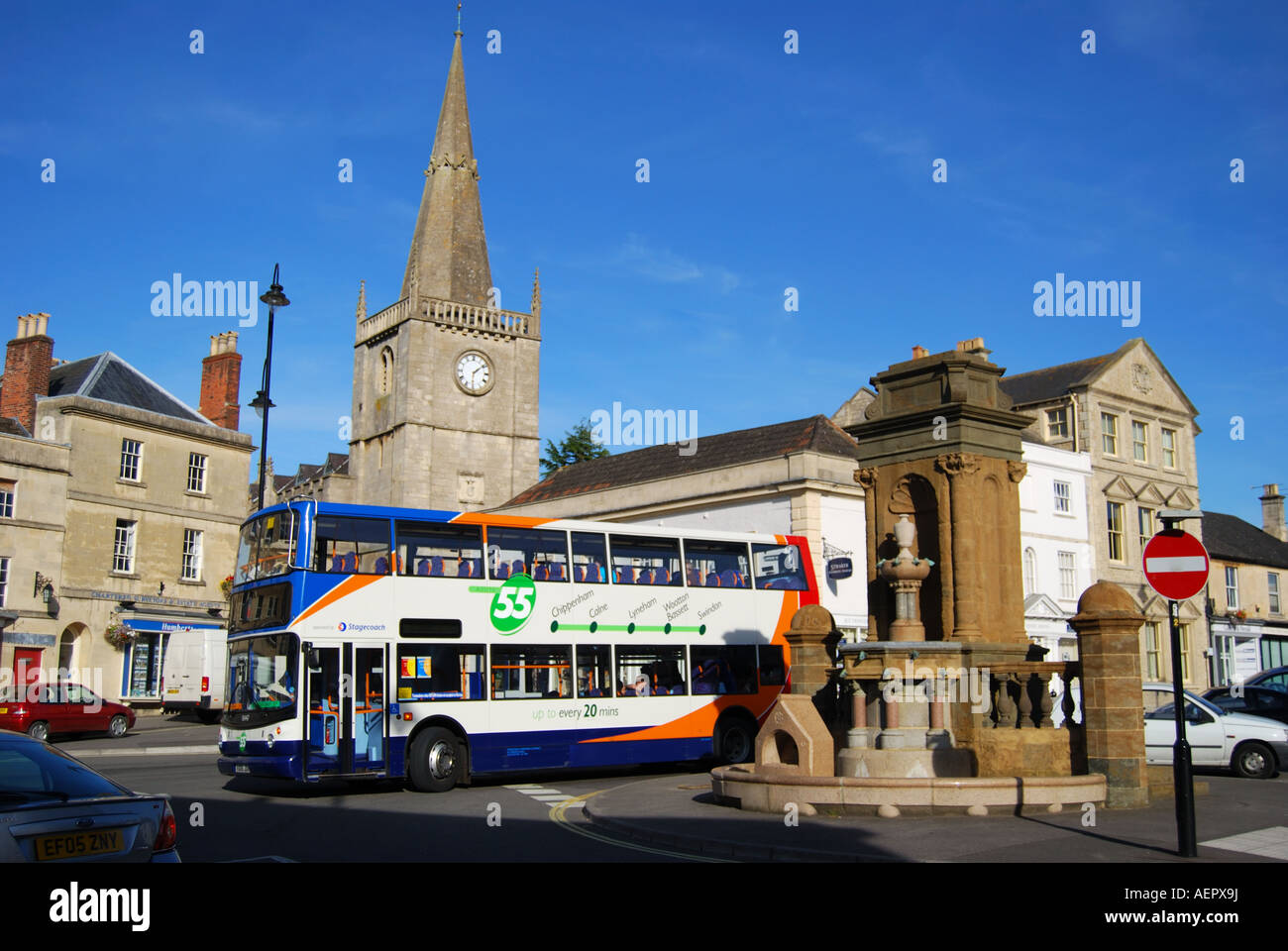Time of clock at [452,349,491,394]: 1:30
